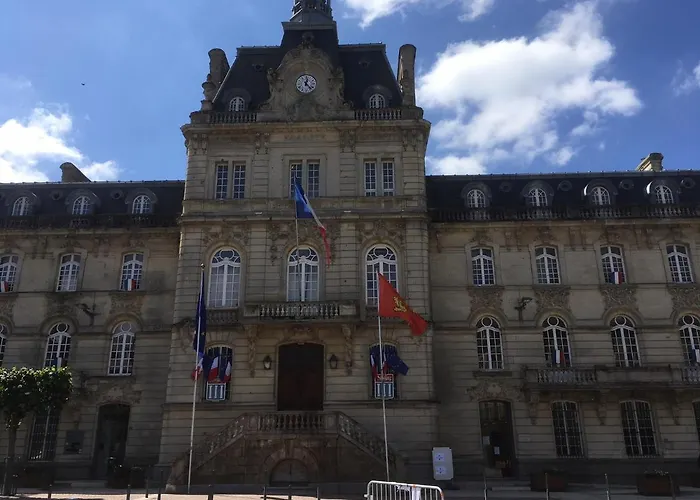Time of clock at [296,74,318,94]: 12:23
